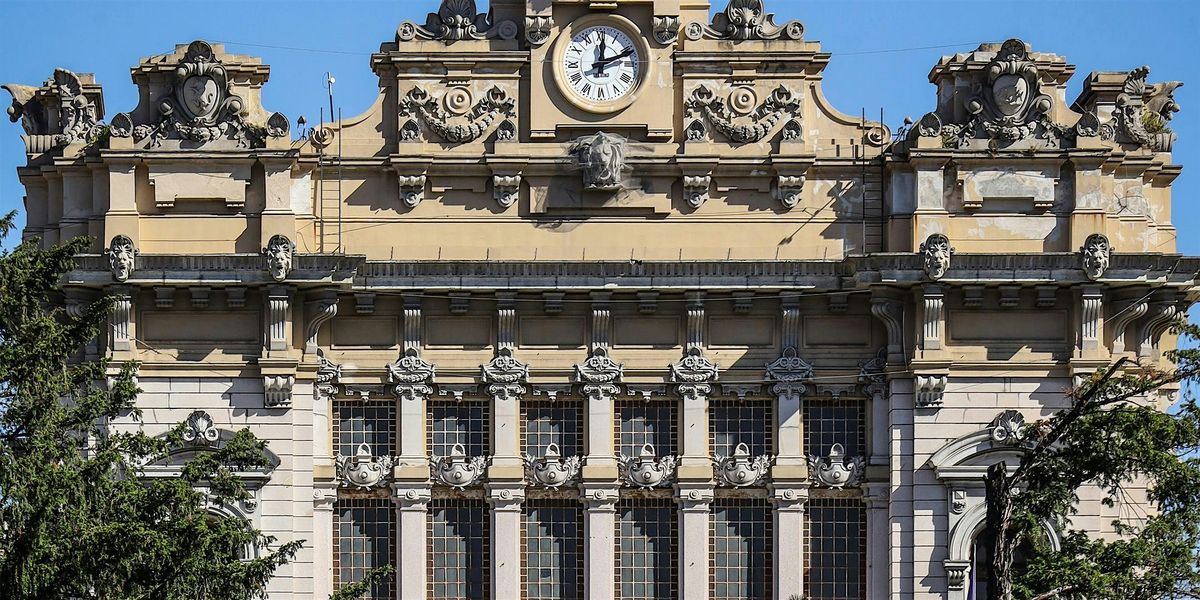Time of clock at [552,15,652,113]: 12:11
